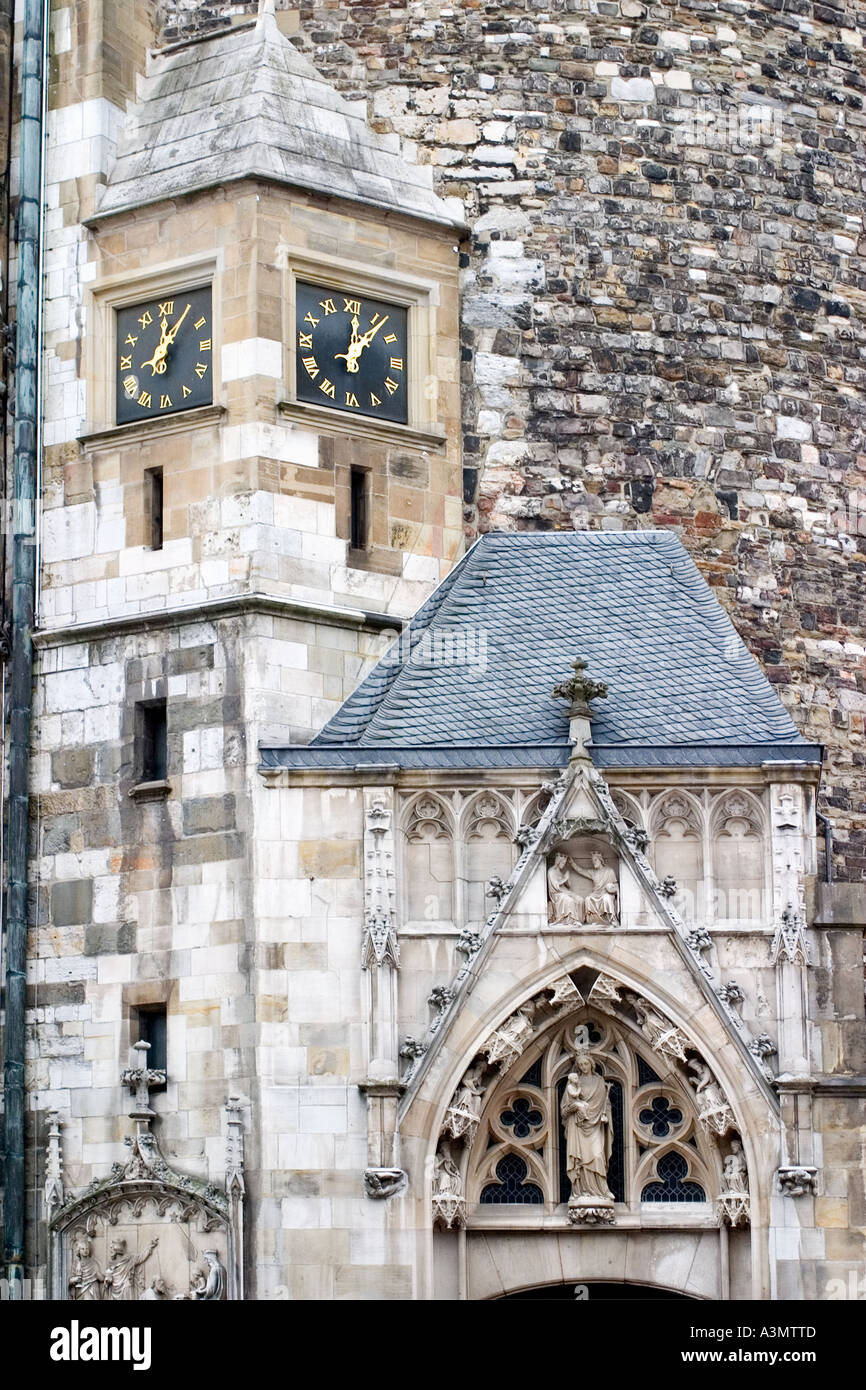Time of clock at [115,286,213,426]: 12:05
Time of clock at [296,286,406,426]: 12:06
